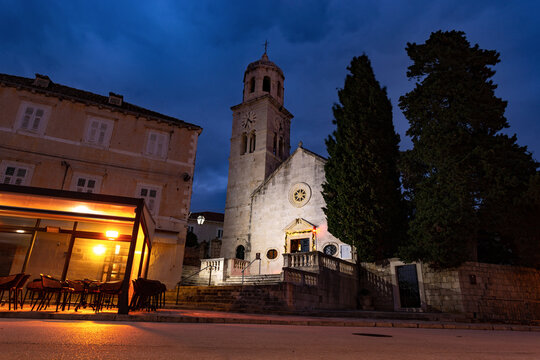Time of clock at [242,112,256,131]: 4:33
